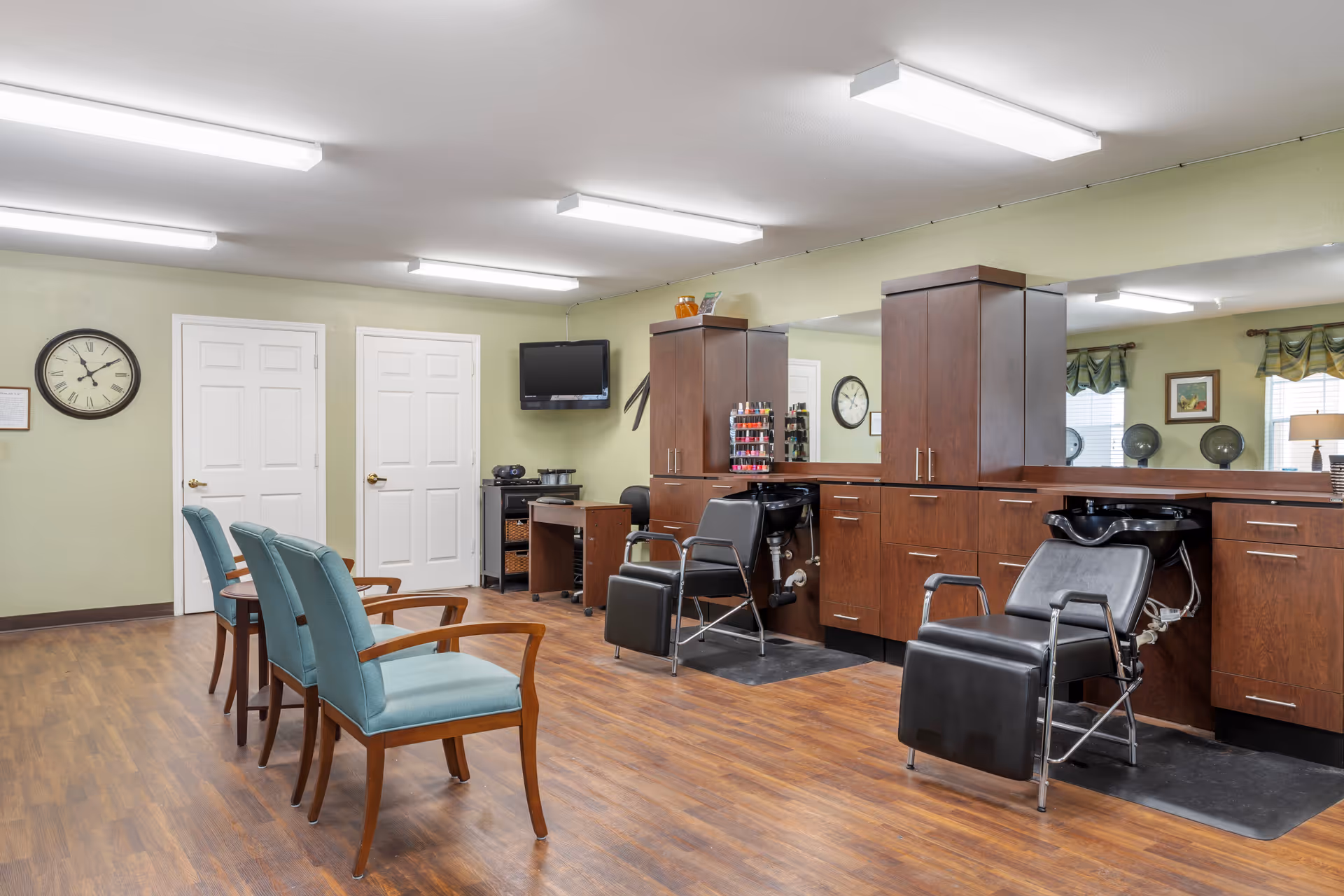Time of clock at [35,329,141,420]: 11:09
